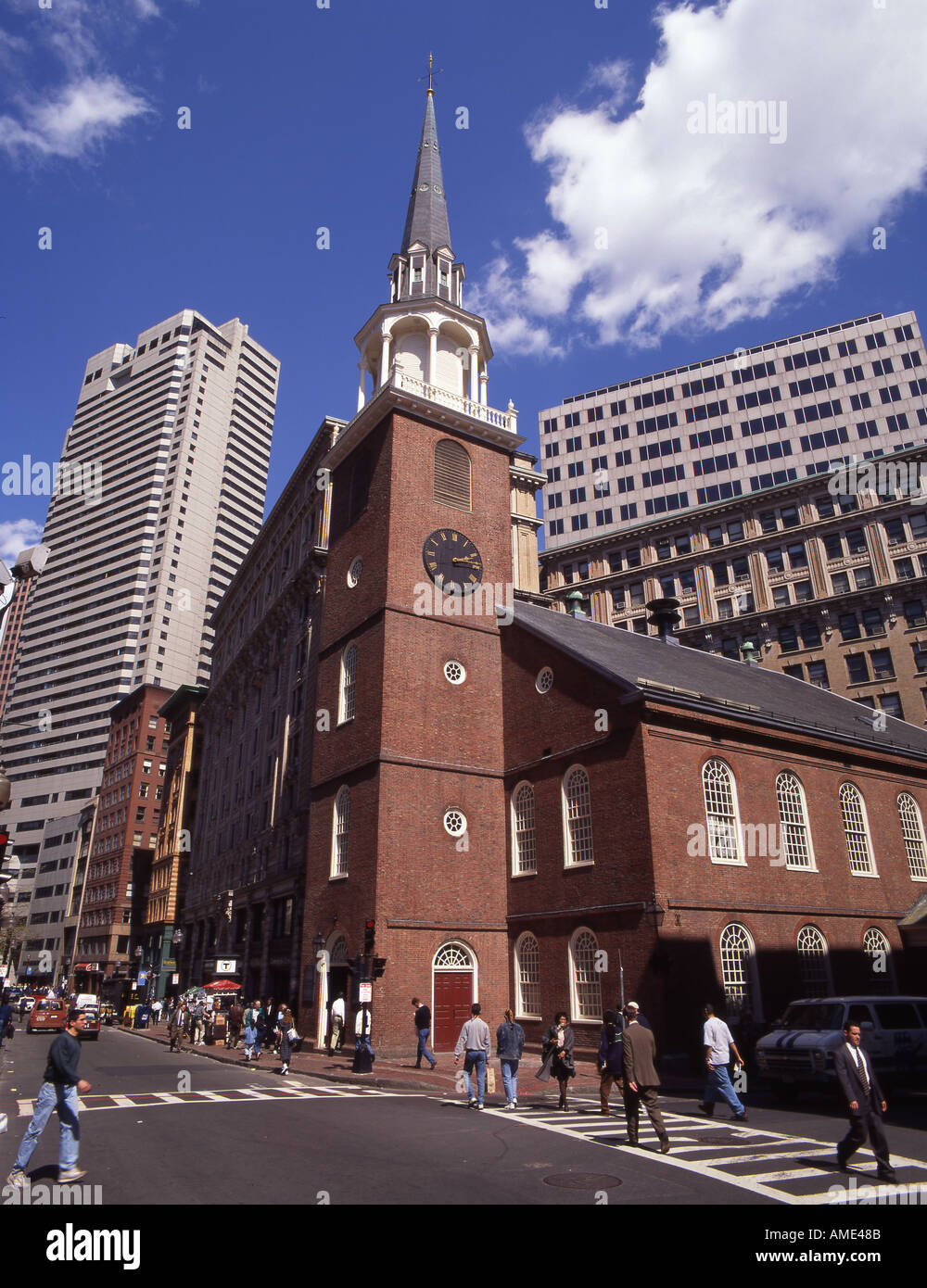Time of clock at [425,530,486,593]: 2:14
